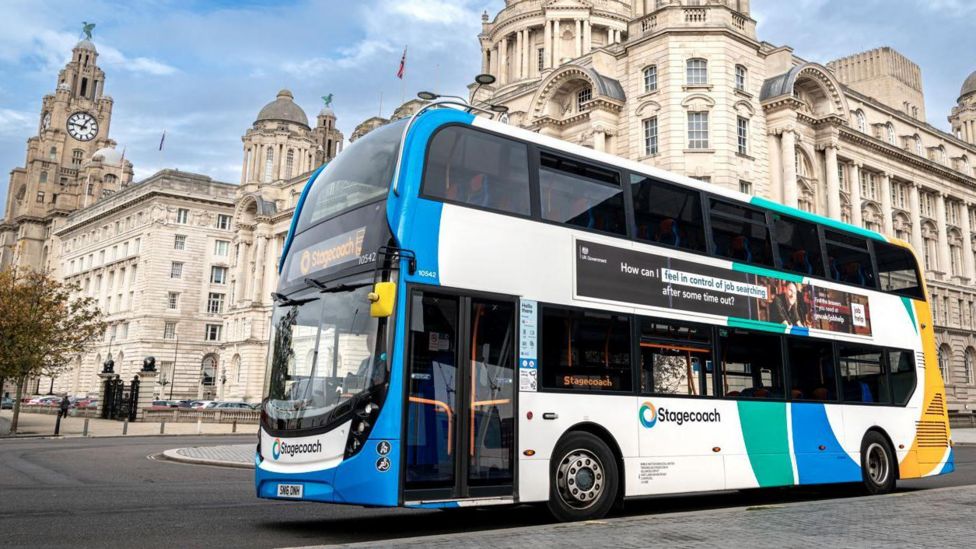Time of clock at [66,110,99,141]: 12:46
